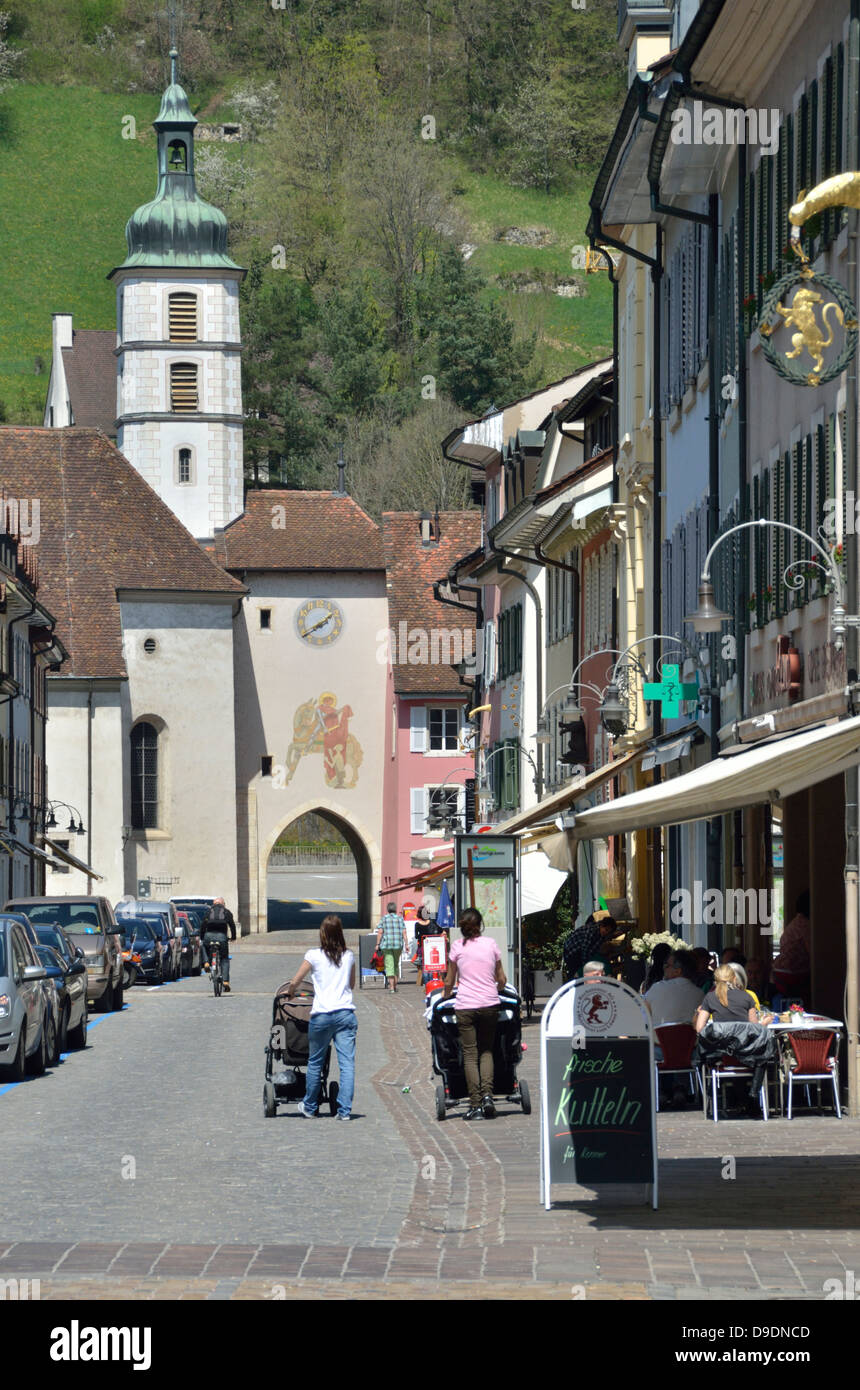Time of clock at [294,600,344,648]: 1:39
